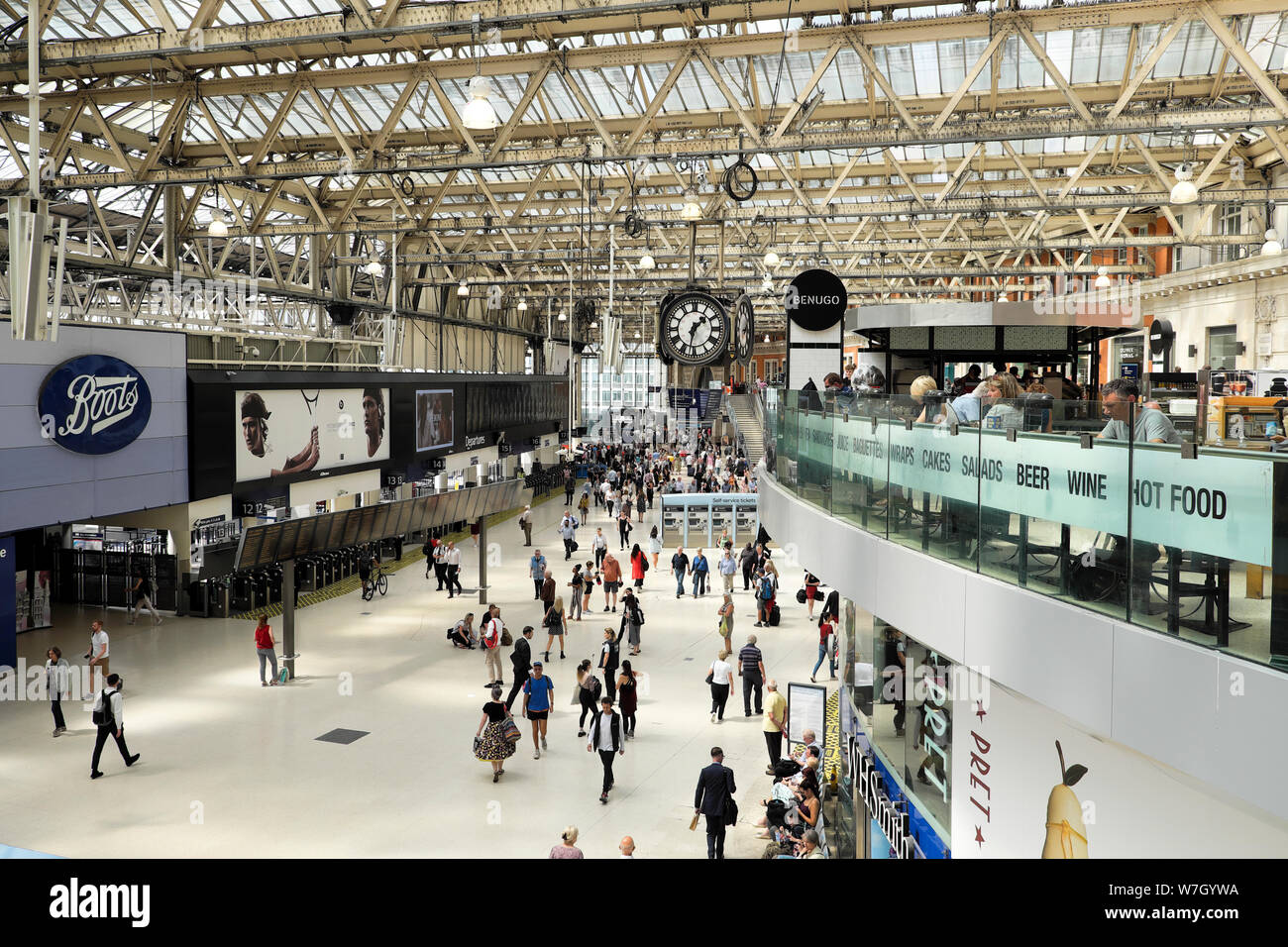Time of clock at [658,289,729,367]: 1:32
